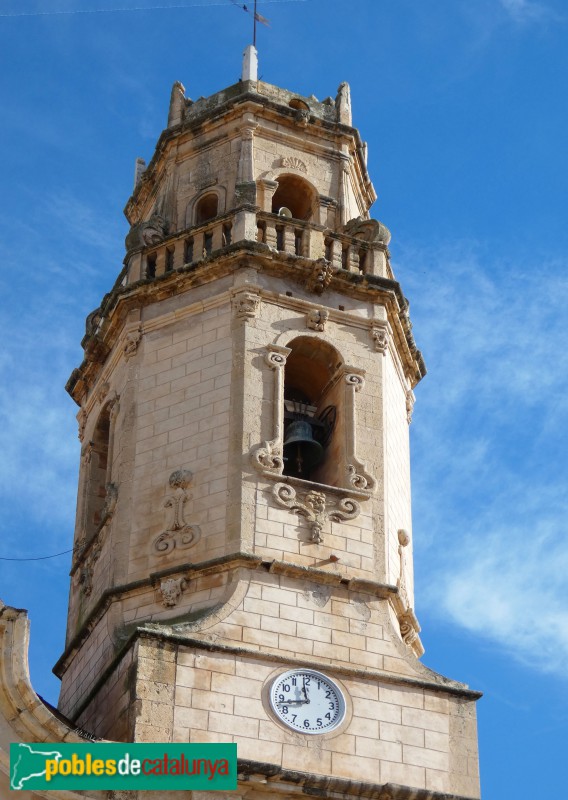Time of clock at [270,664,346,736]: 11:42
